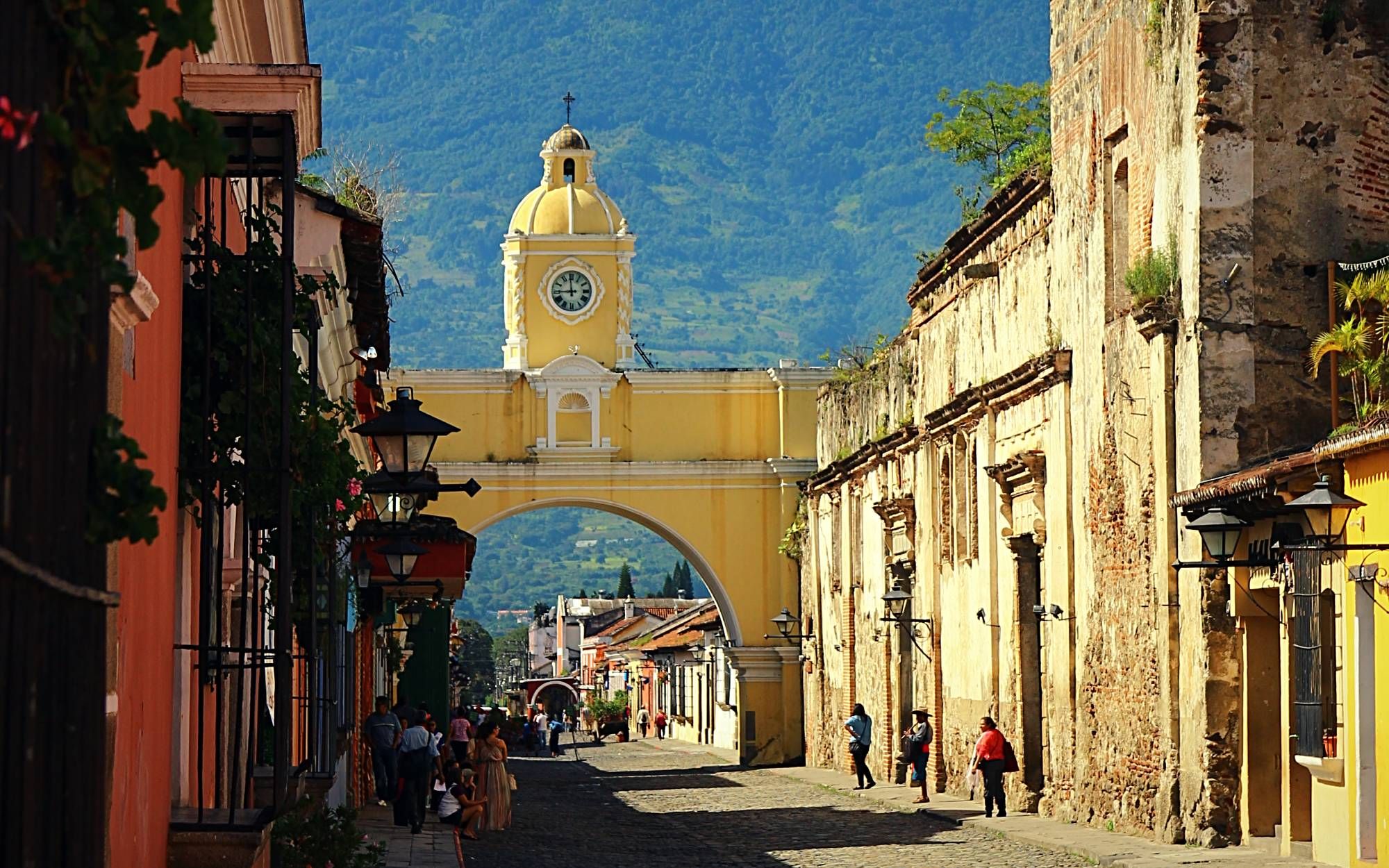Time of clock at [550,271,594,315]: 11:44
